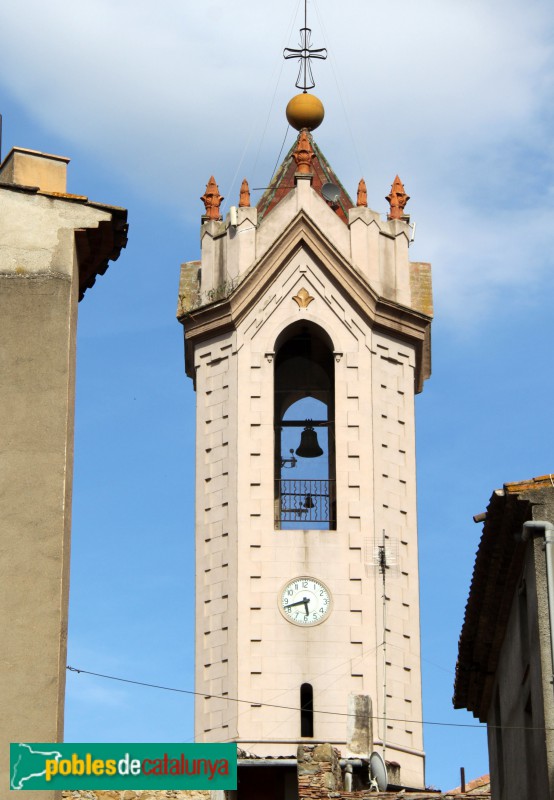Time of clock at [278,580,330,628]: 5:42
